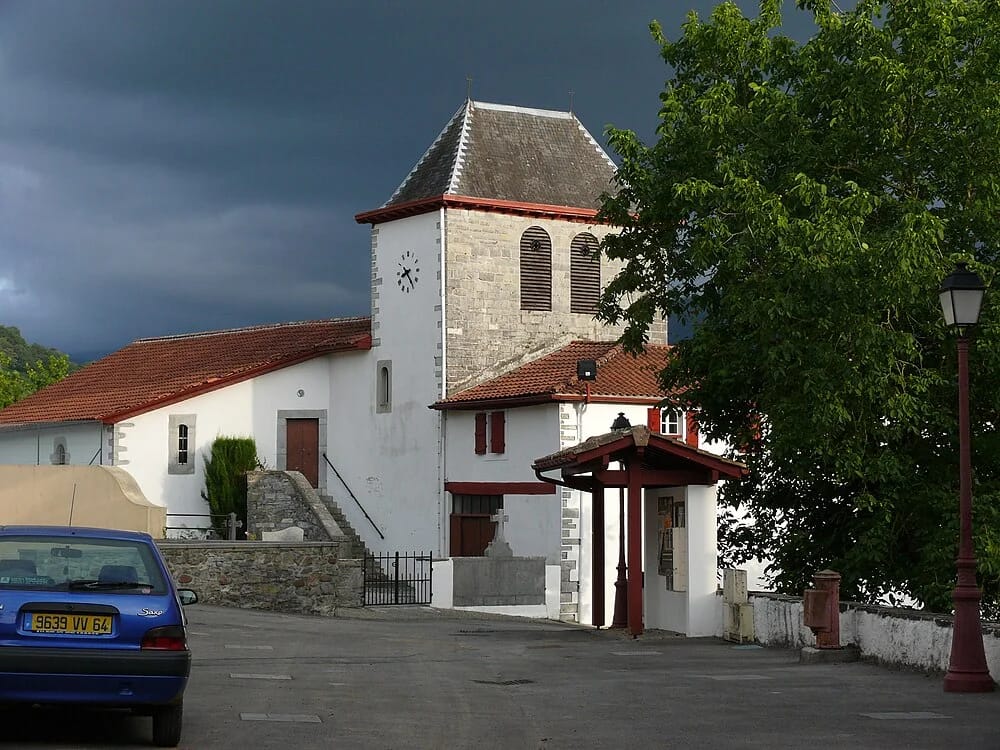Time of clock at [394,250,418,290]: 8:24
